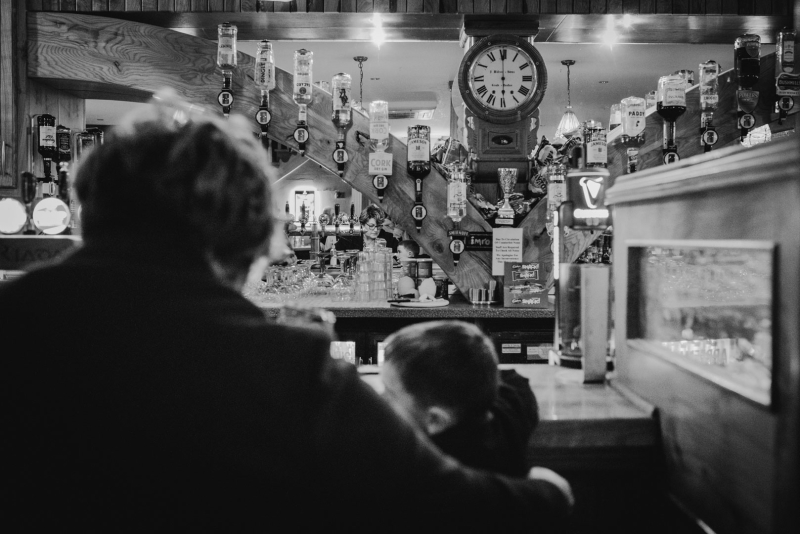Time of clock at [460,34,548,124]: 5:59
